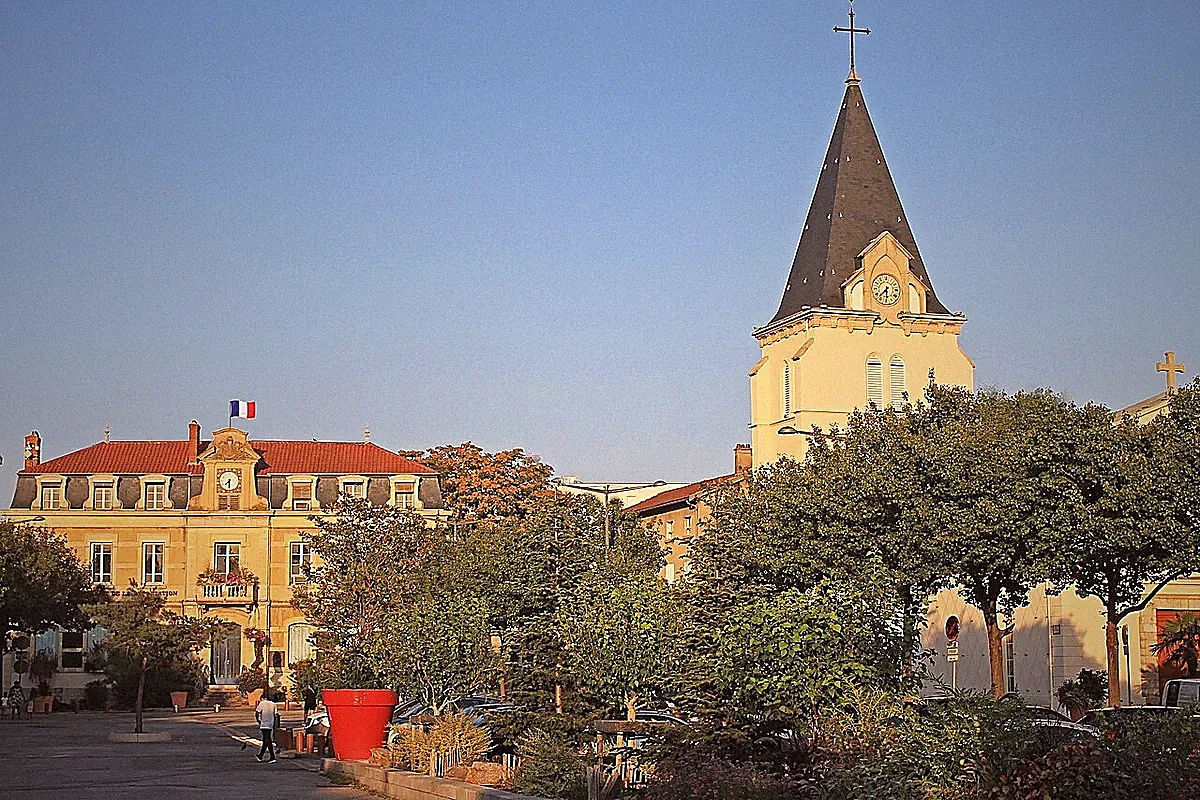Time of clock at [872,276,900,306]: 7:30
